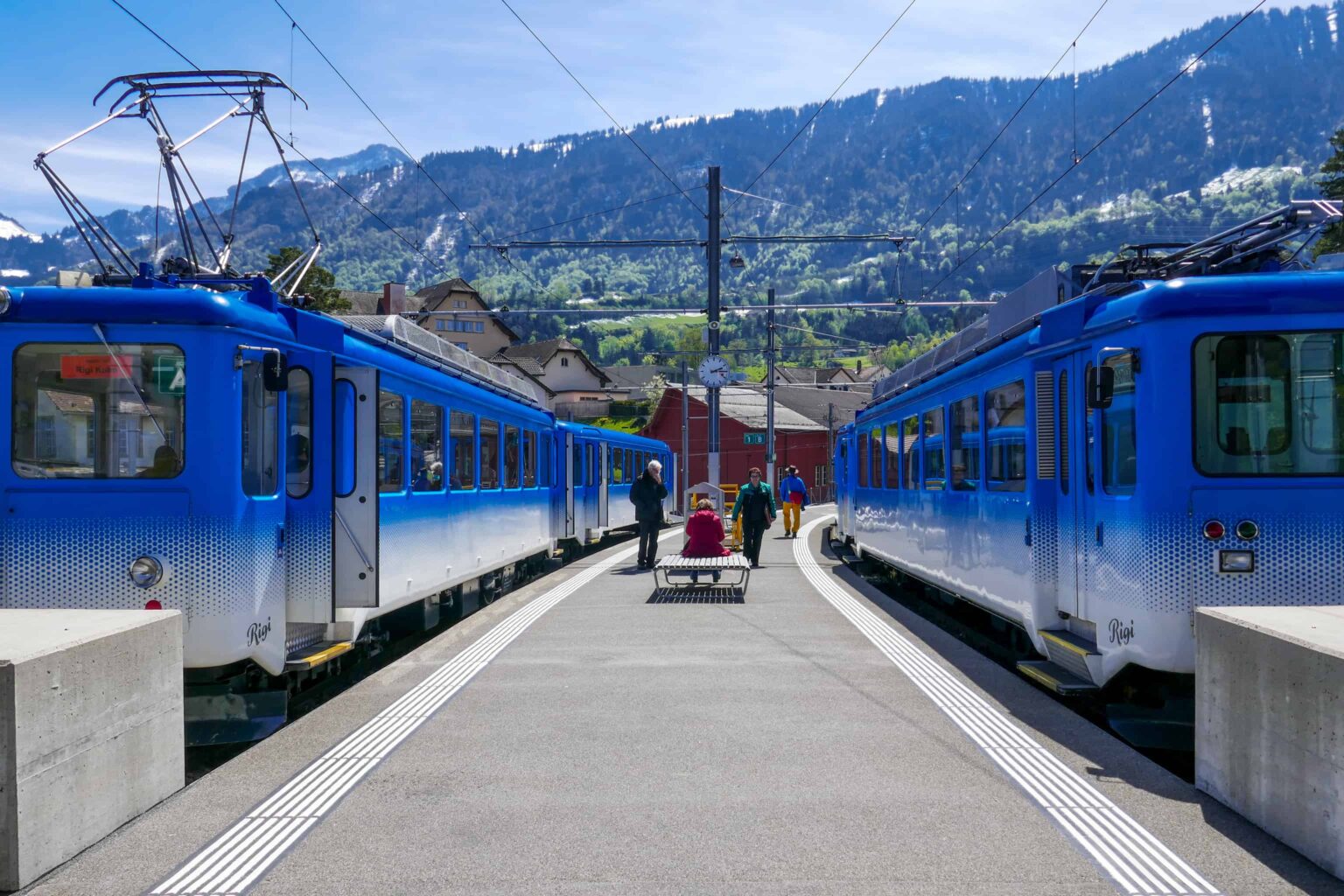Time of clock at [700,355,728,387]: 2:15
